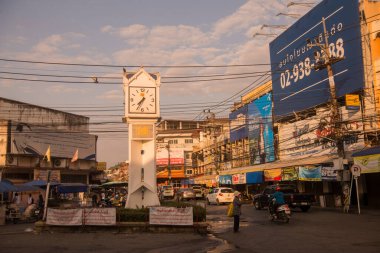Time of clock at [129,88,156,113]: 7:34
